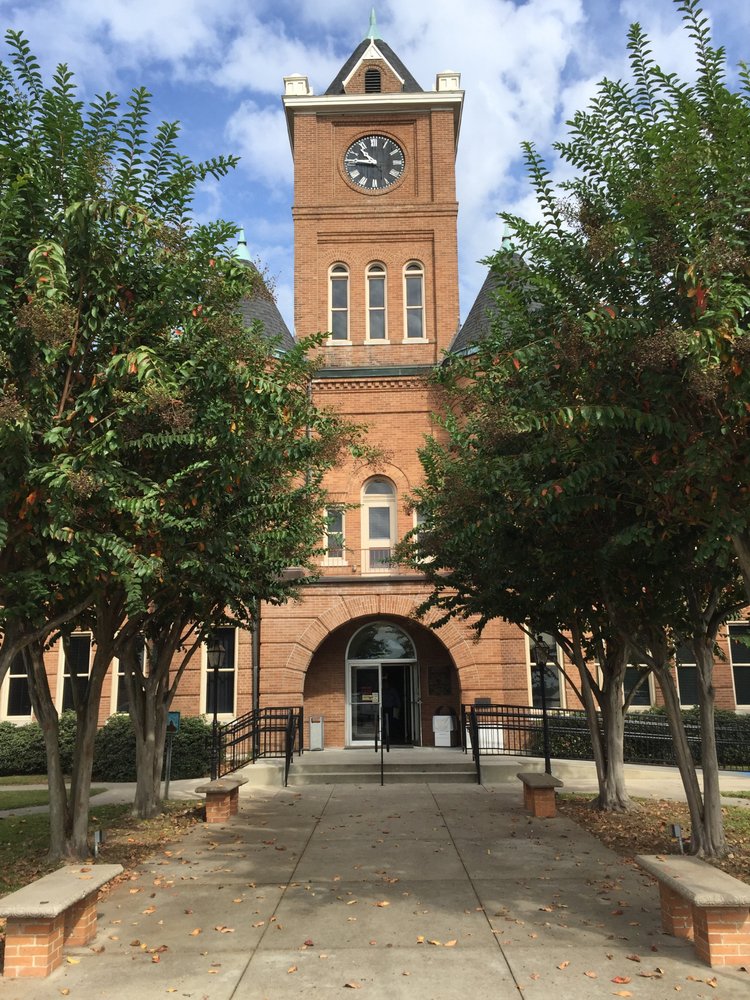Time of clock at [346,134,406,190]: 10:46
